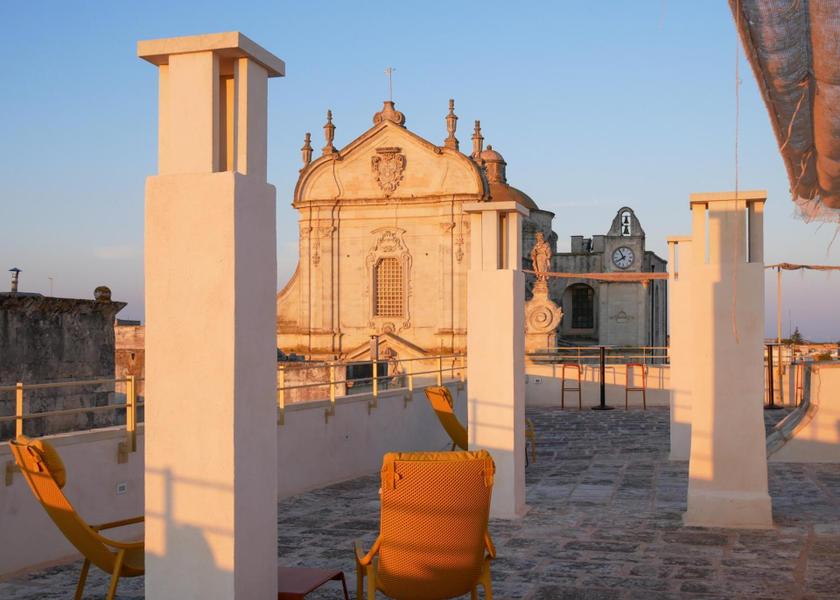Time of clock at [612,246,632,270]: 7:54
